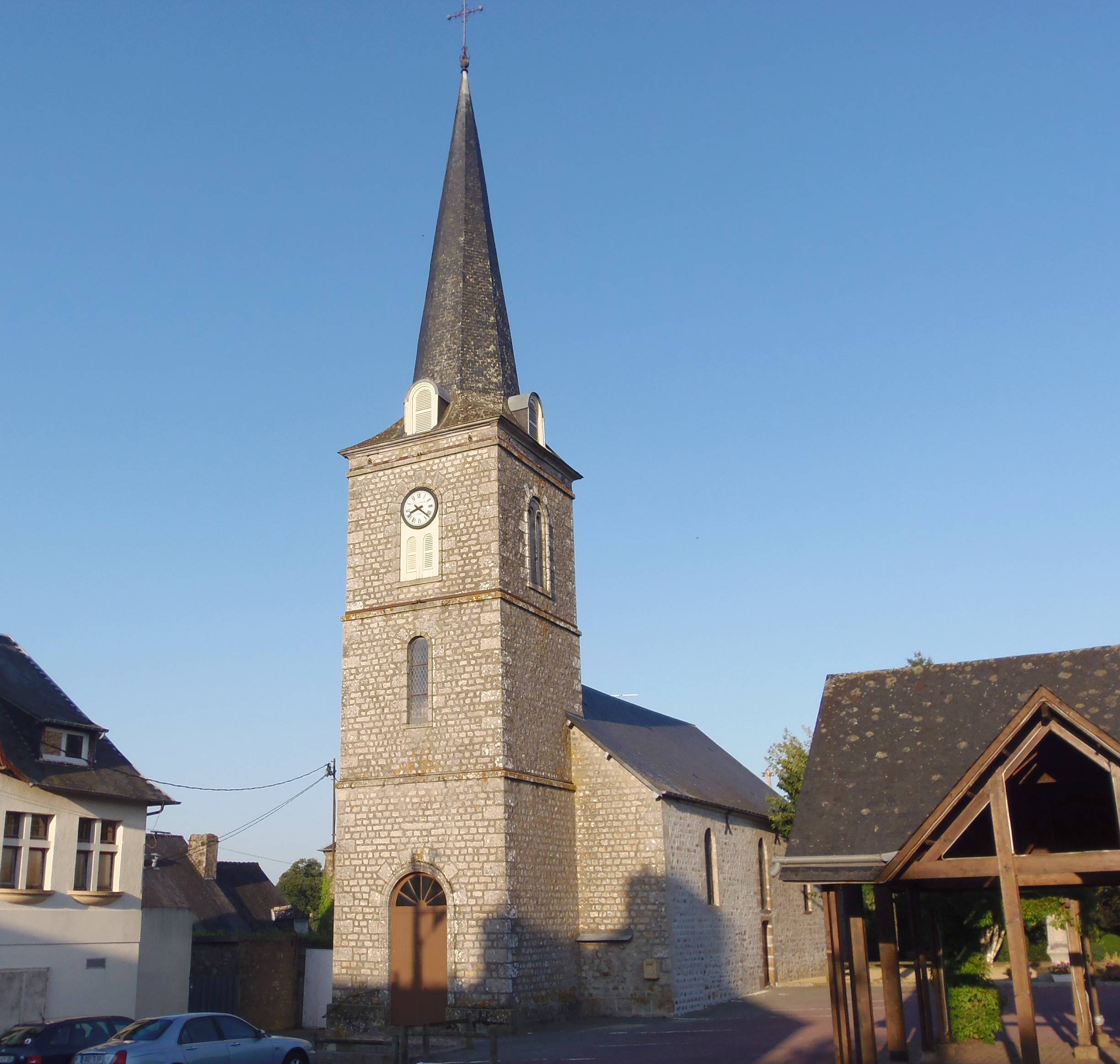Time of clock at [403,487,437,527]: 8:21
